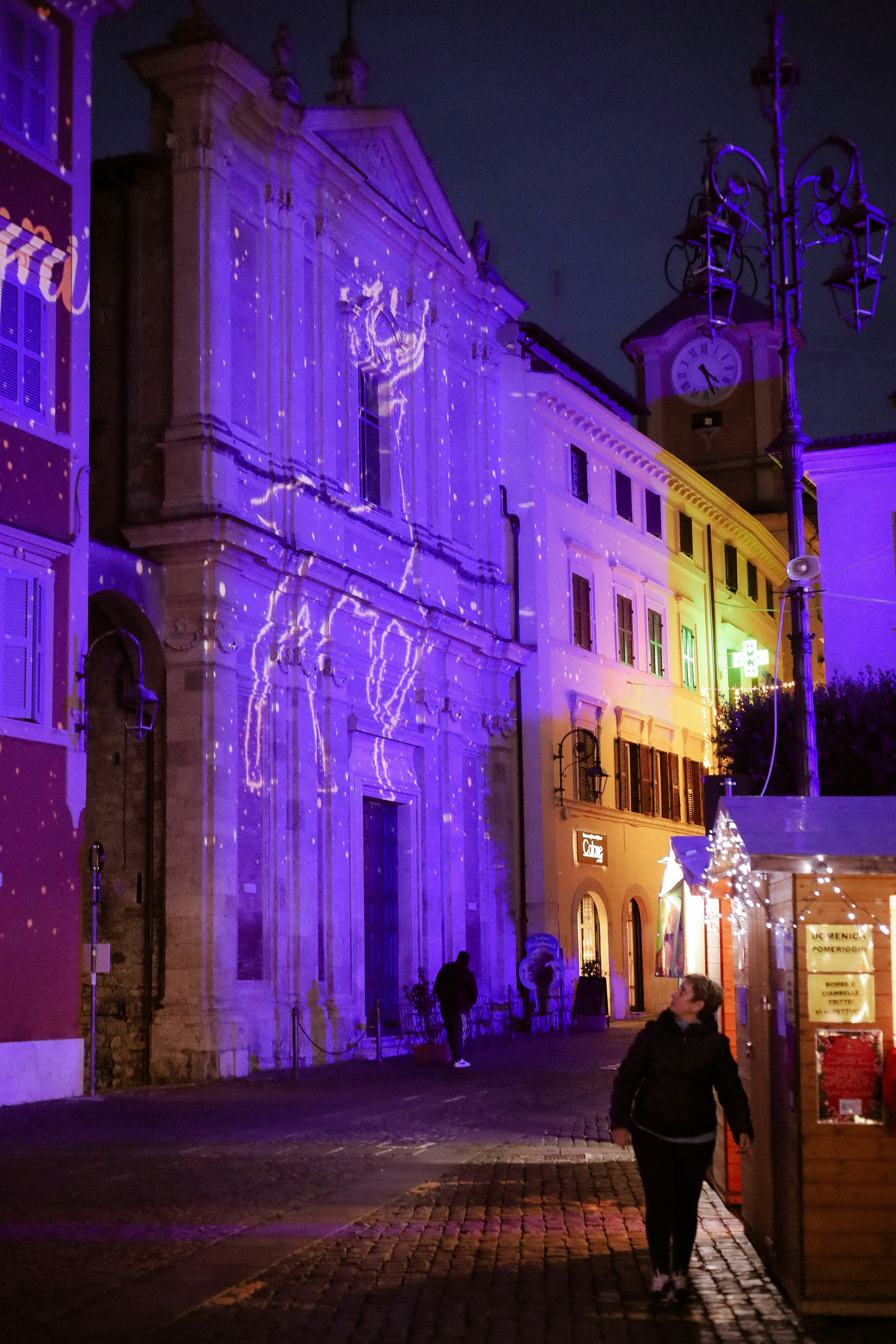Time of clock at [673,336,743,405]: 4:26
